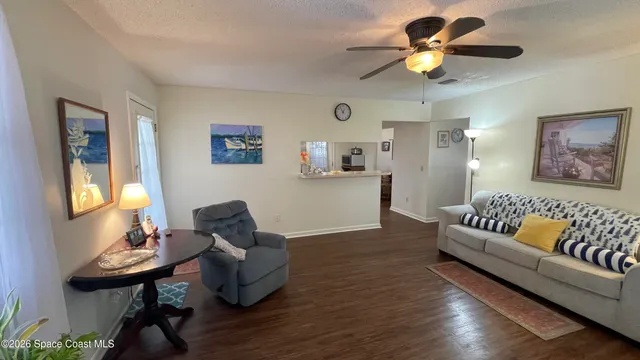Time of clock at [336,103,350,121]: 12:53
